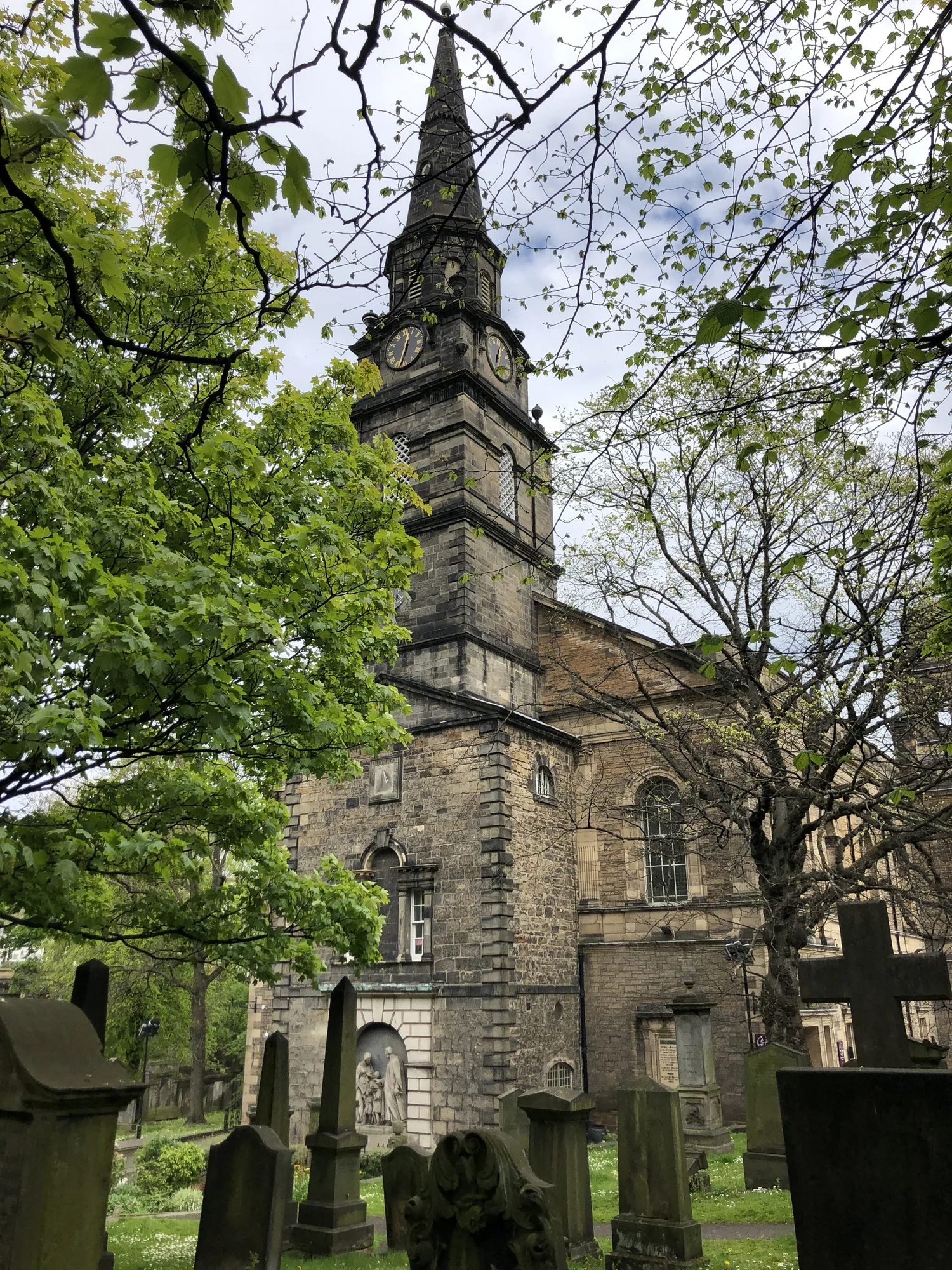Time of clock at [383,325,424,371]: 12:34
